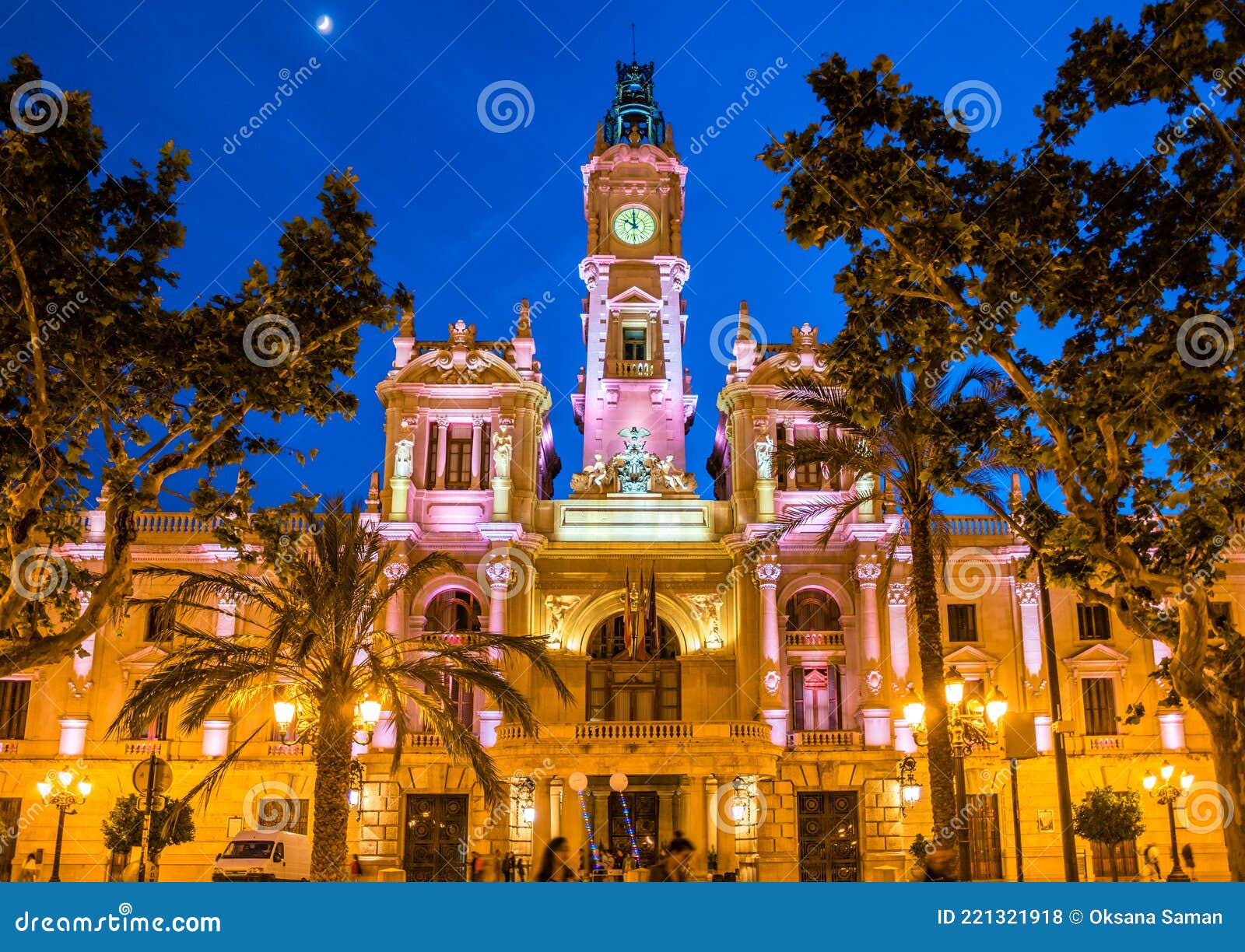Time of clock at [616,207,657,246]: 10:00
